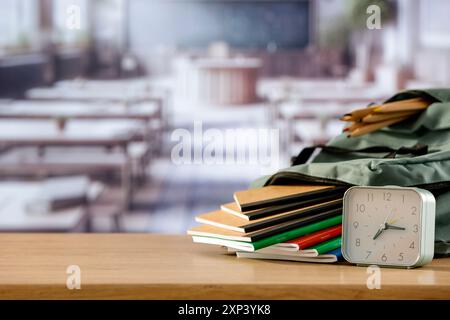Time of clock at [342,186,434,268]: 7:15
